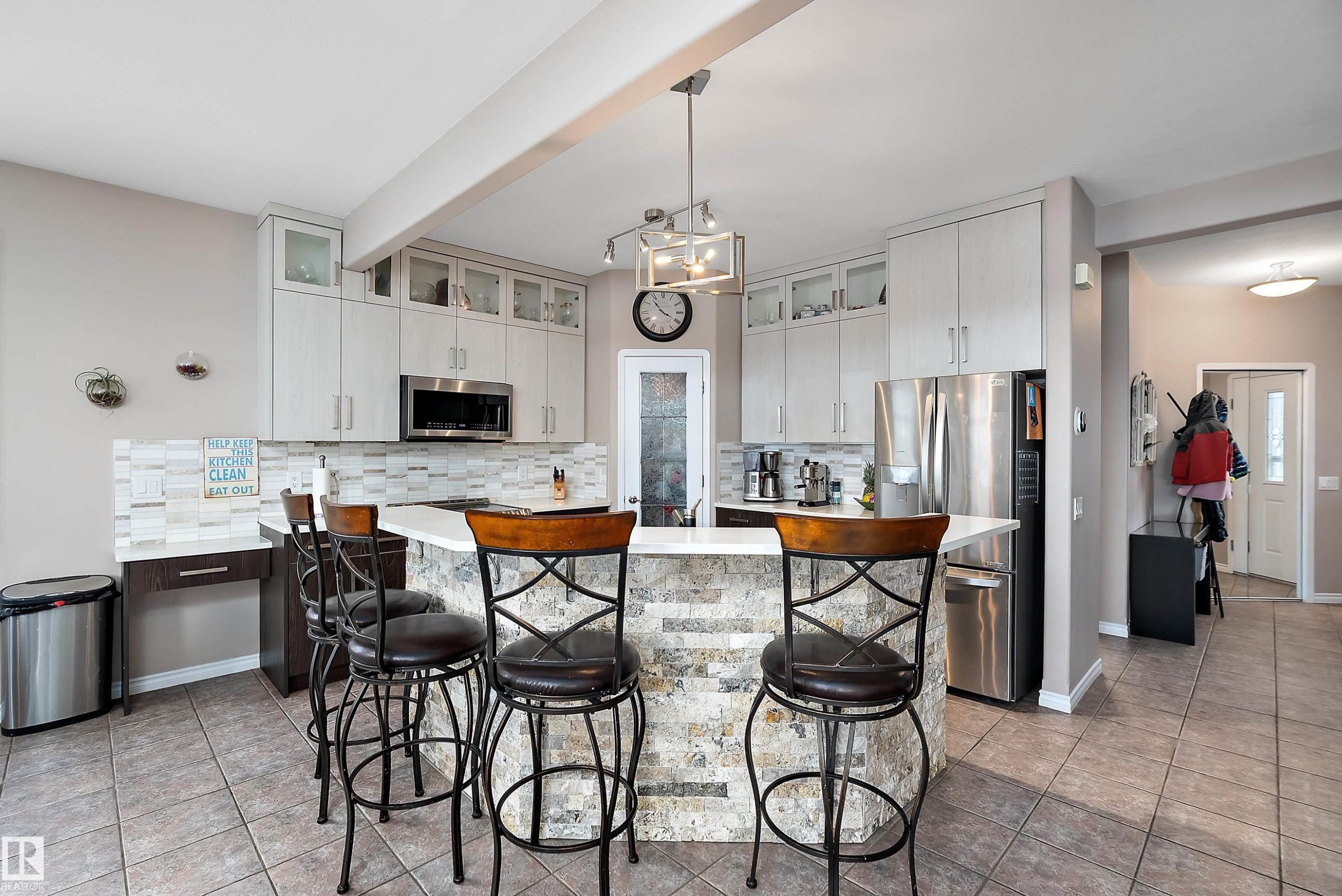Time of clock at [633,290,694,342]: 3:53
